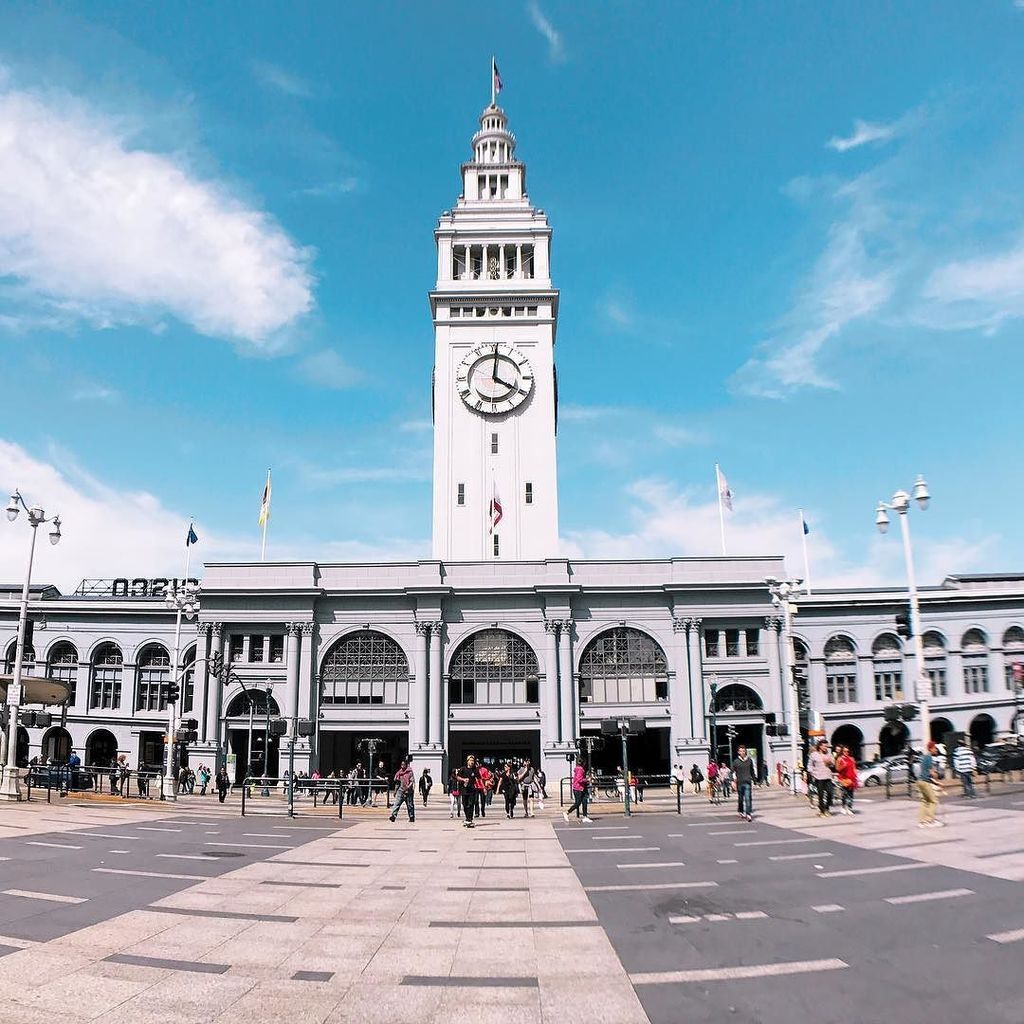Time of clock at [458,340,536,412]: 4:00
